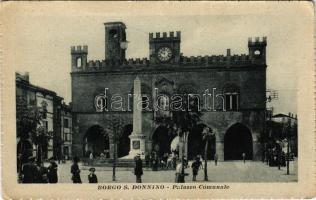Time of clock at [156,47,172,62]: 9:59
